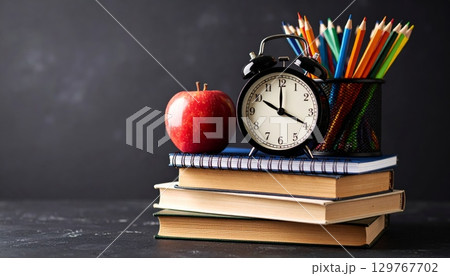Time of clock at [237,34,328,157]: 10:00
